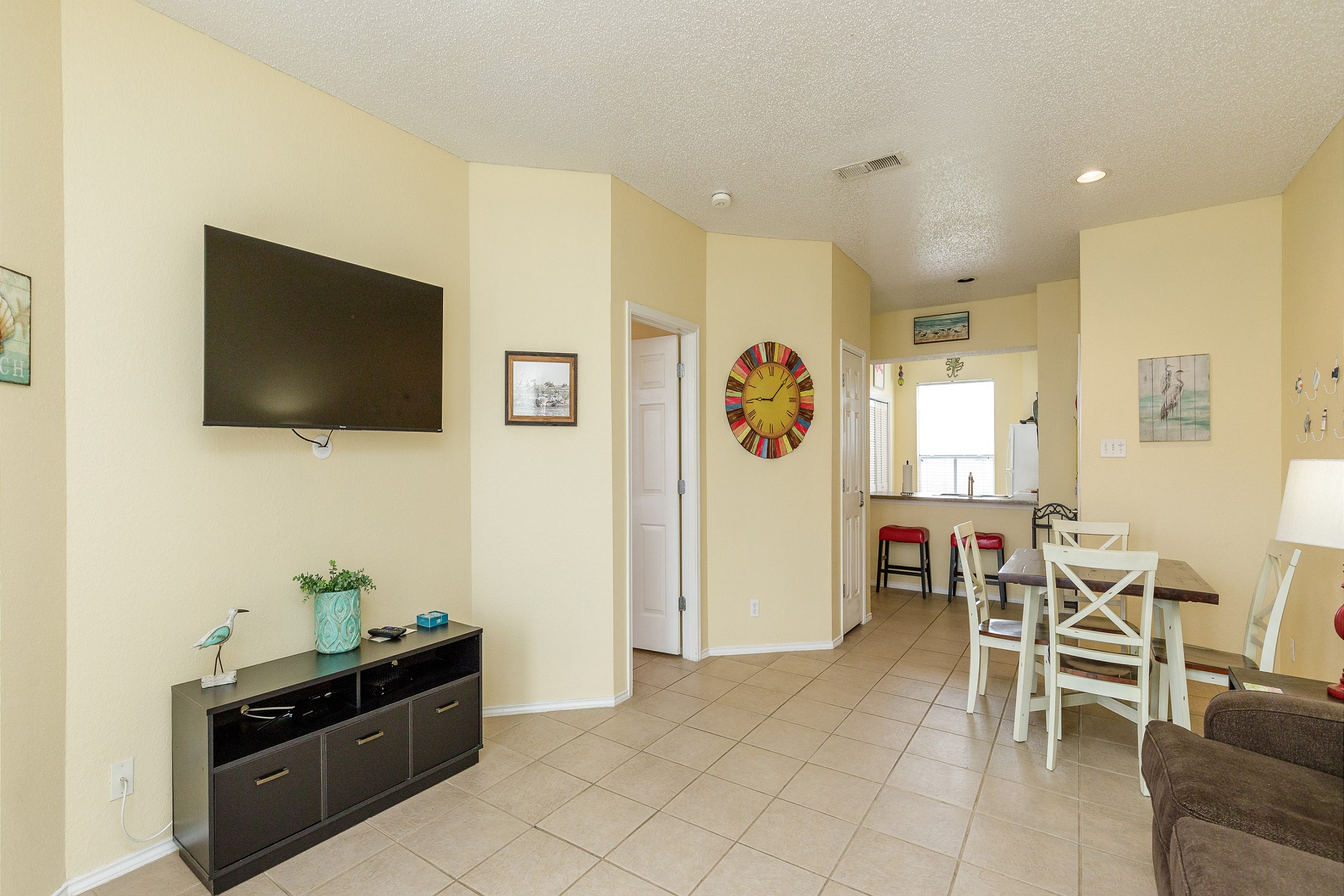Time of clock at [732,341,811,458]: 9:07
